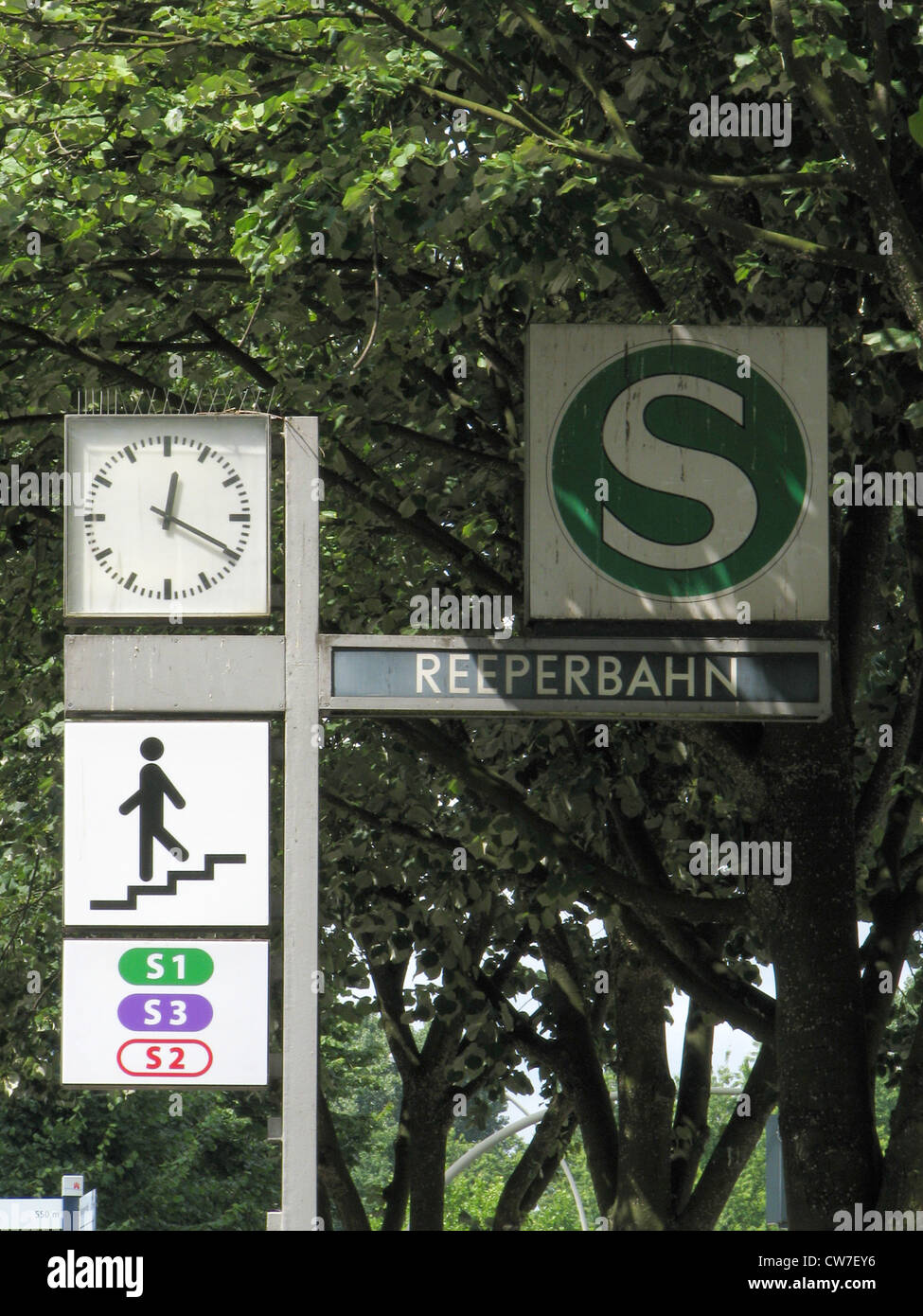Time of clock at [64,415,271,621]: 12:19
